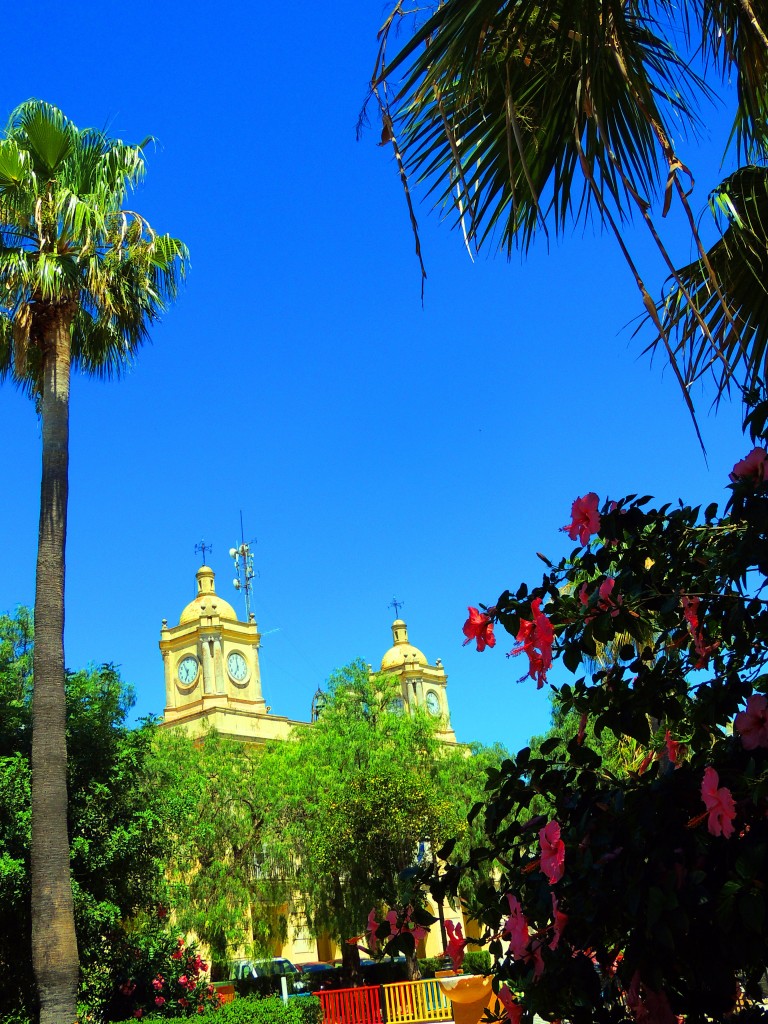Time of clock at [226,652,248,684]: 6:58
